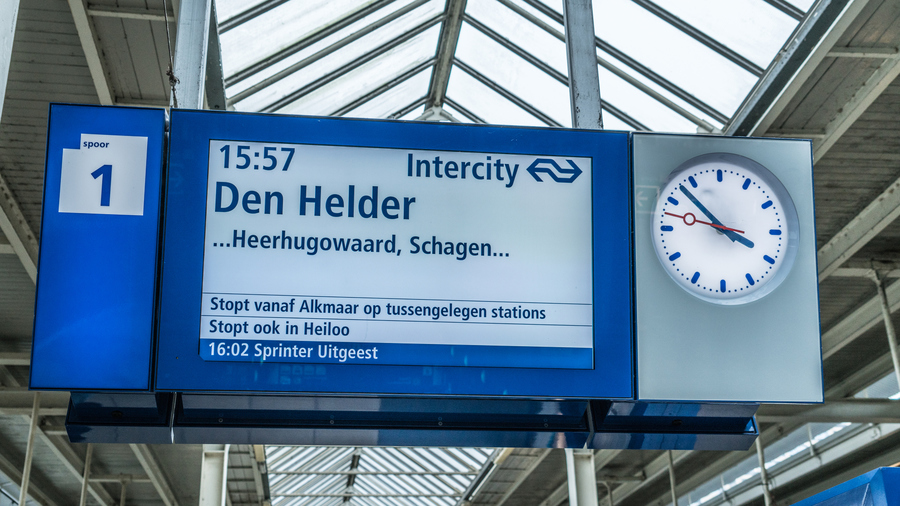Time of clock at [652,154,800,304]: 3:52
